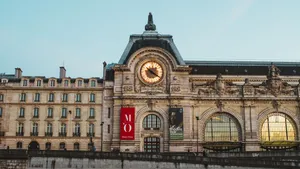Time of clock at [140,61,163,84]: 10:20
